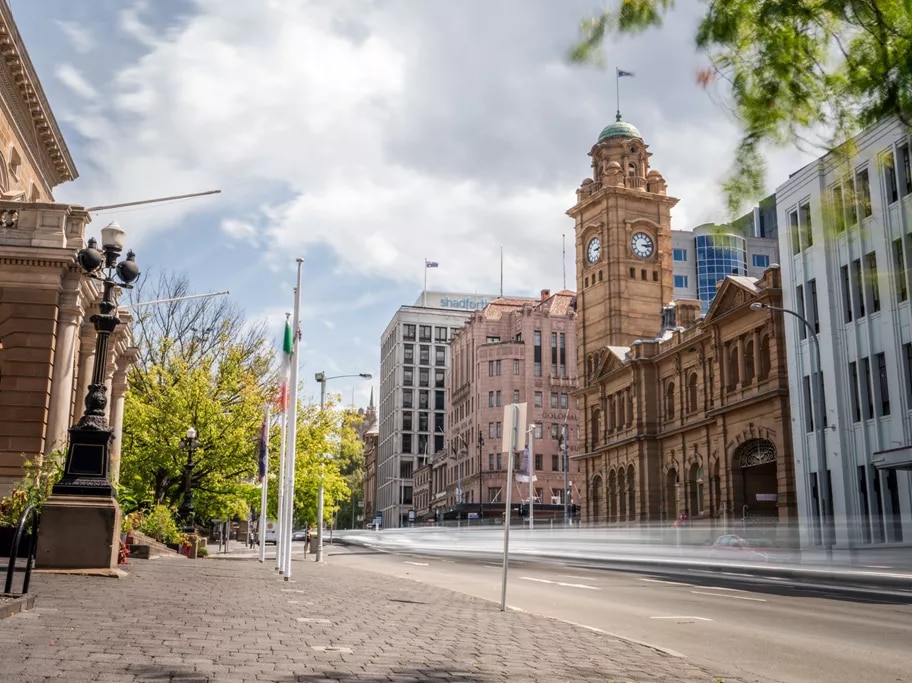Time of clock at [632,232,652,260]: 3:13
